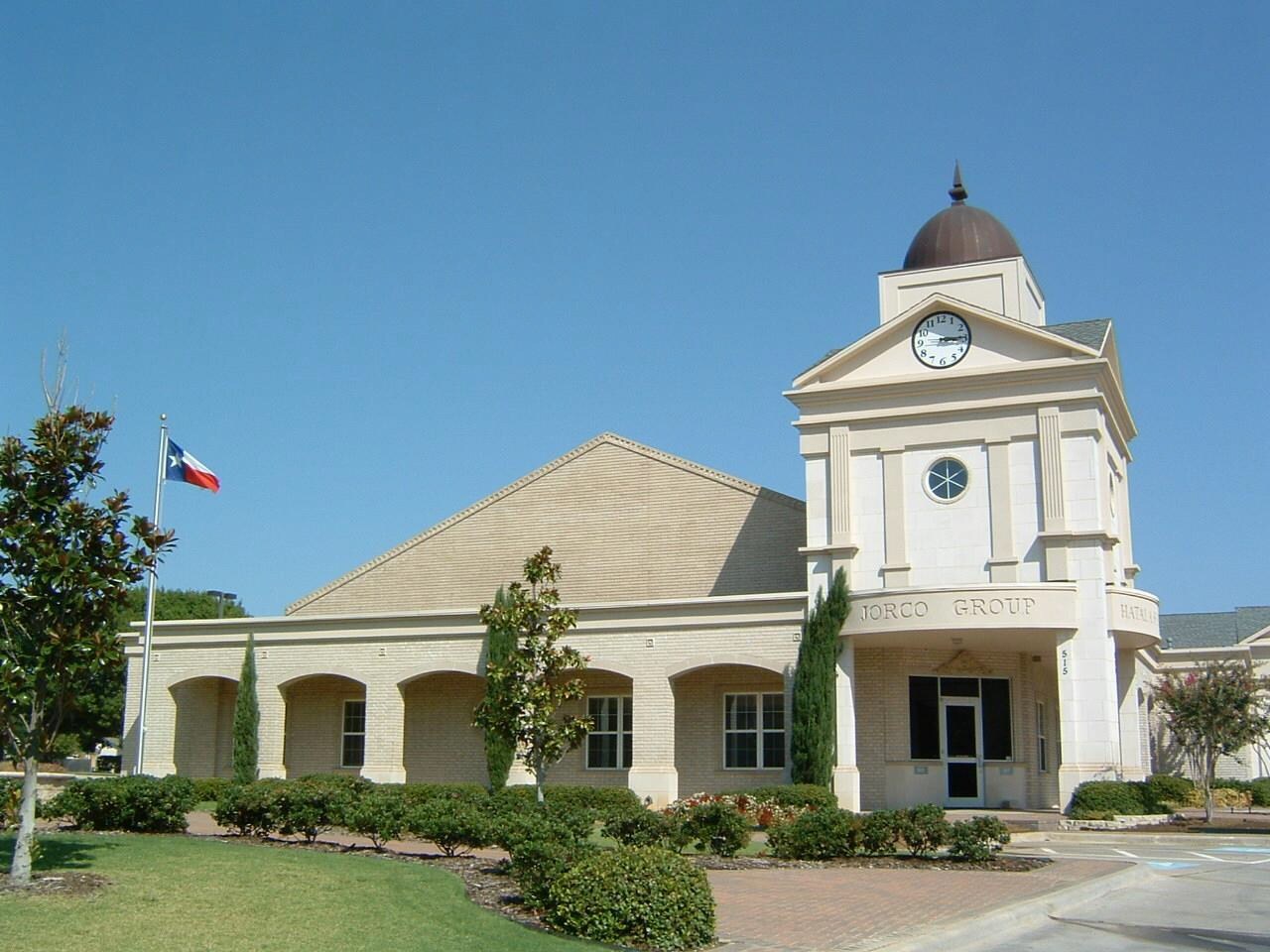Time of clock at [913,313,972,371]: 3:14
